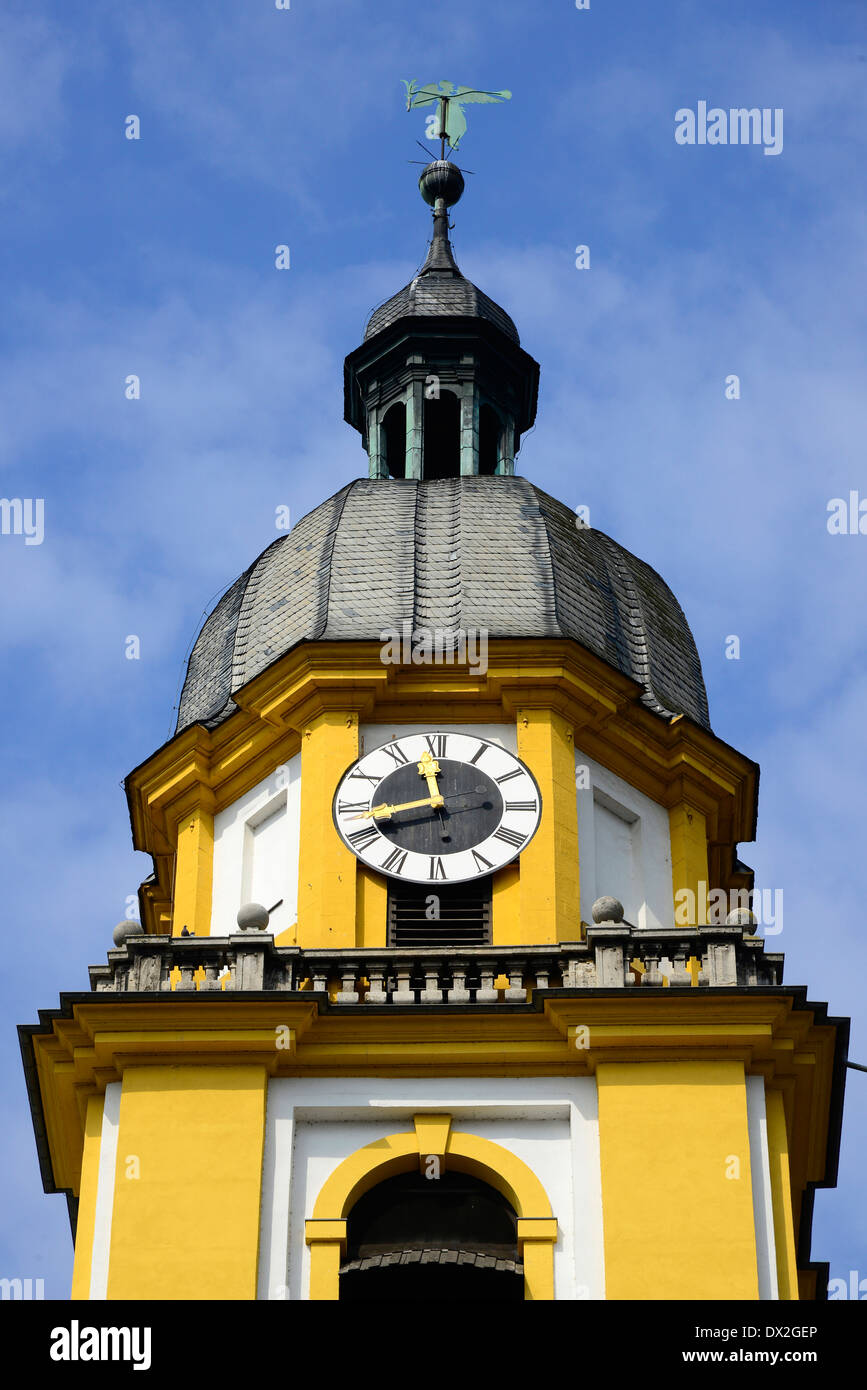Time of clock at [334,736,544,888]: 11:42
